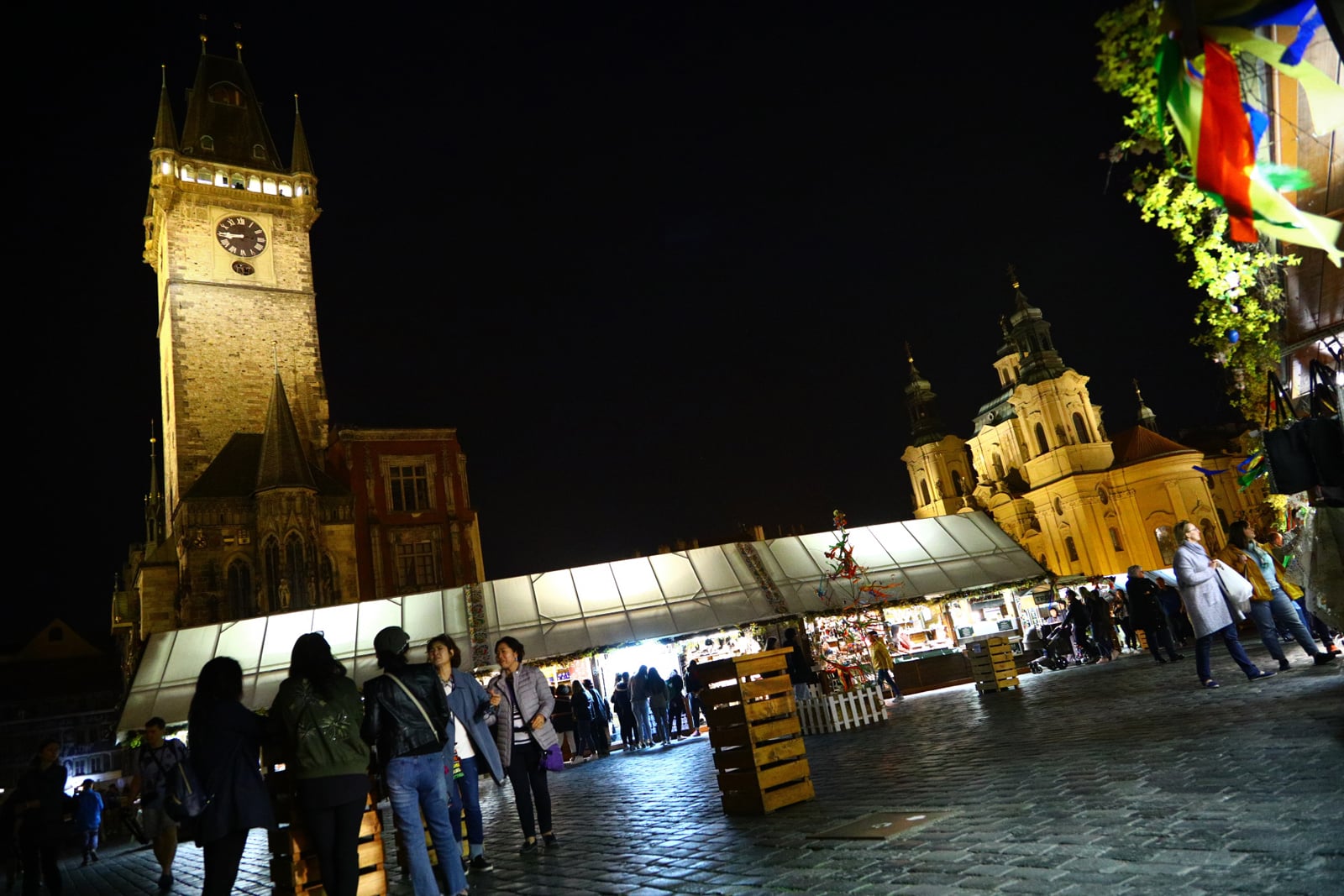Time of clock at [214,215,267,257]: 8:45
